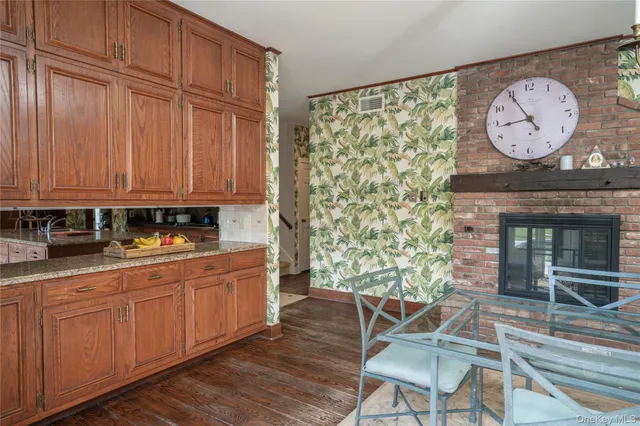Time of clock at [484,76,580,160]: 8:54
